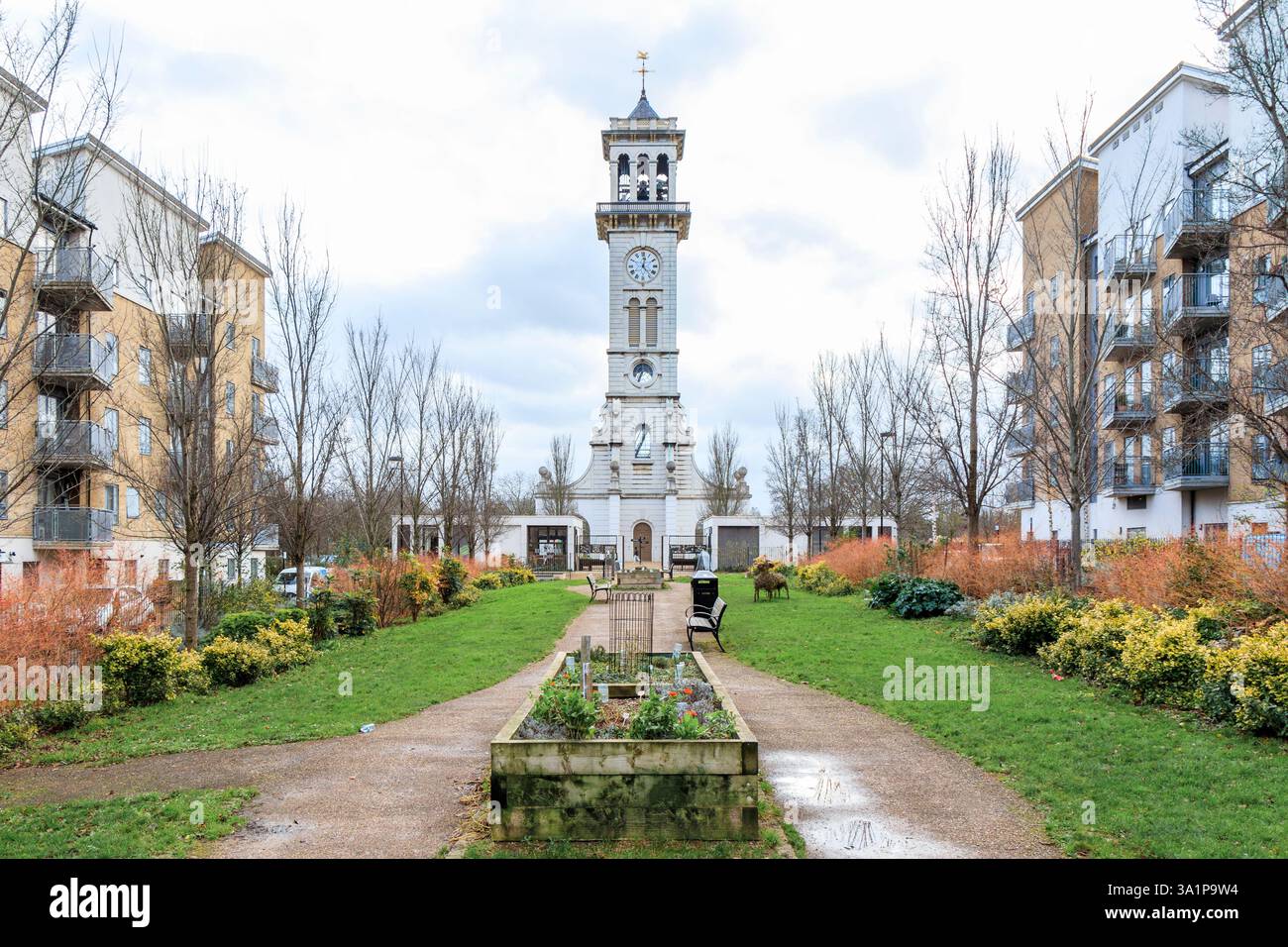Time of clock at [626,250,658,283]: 12:23
